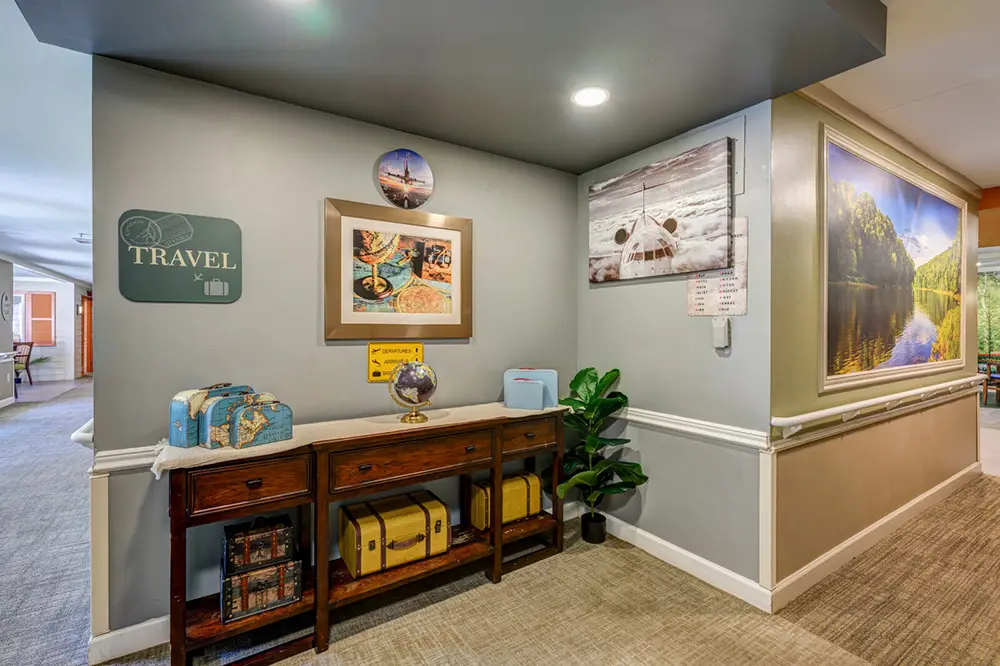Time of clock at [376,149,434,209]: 11:46
